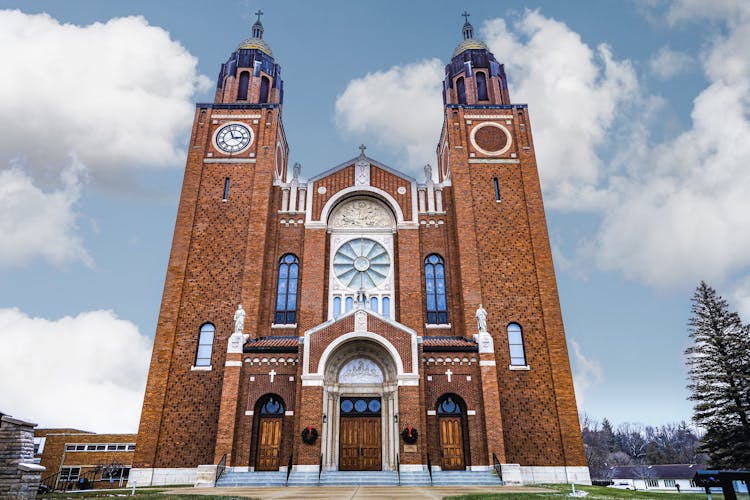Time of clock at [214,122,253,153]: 2:56
